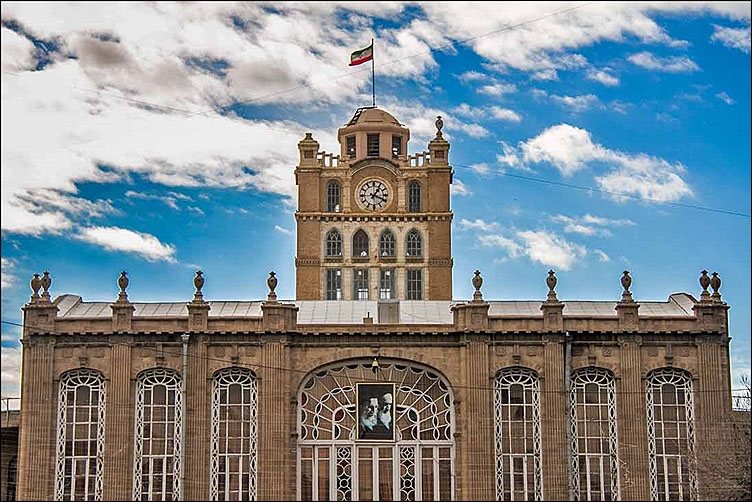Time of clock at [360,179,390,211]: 1:18
